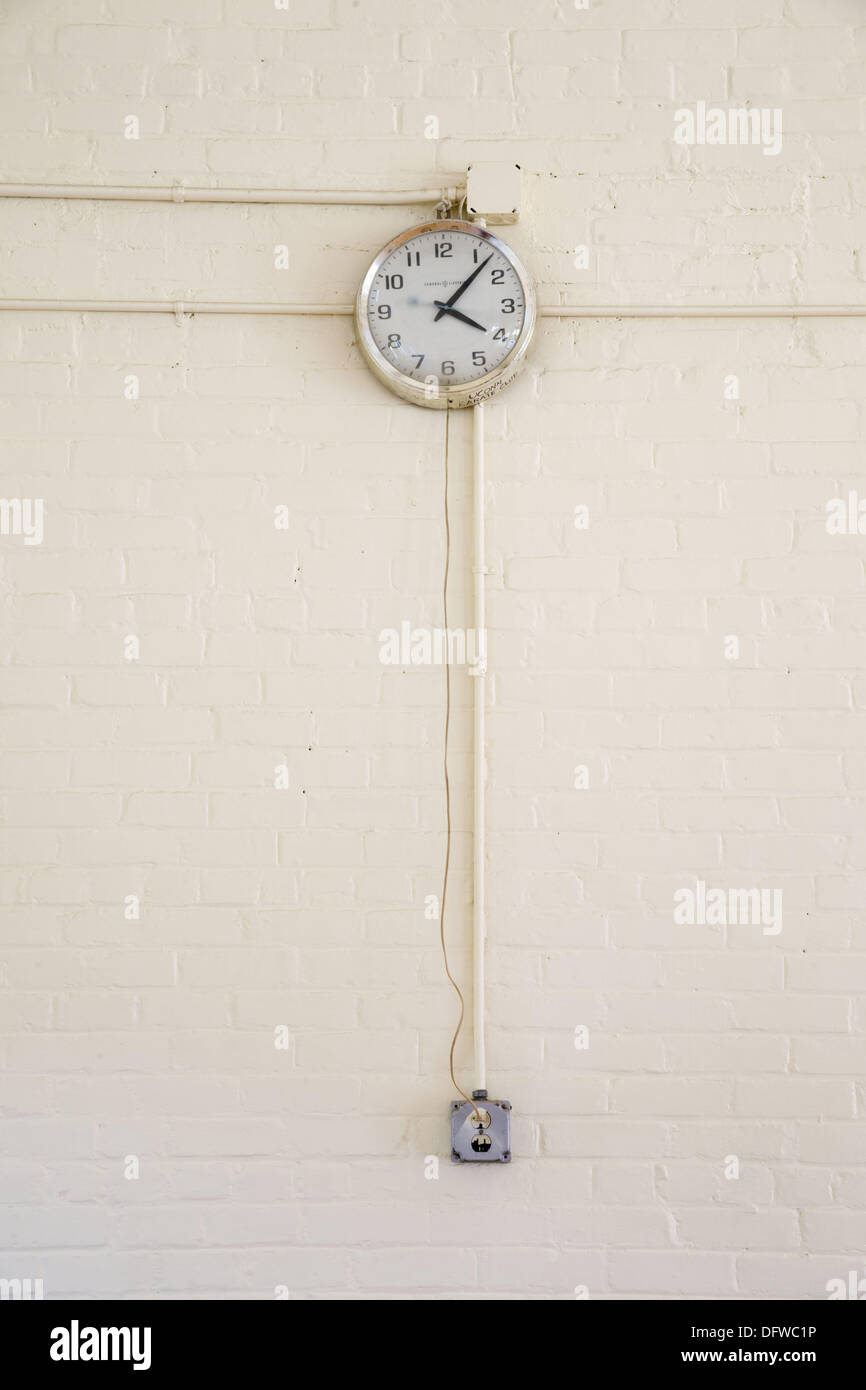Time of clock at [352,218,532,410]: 4:07
